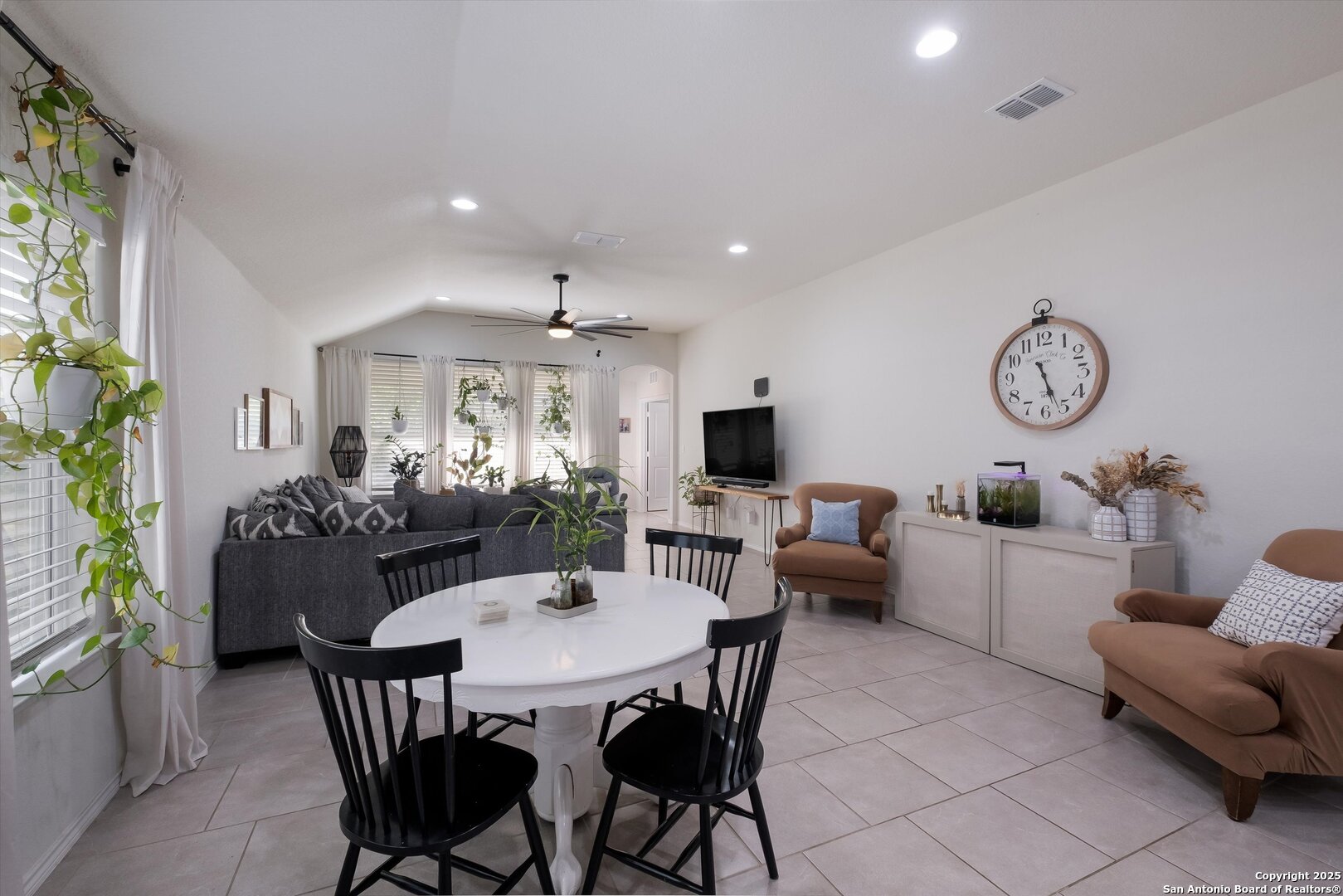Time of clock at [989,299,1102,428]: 5:26
